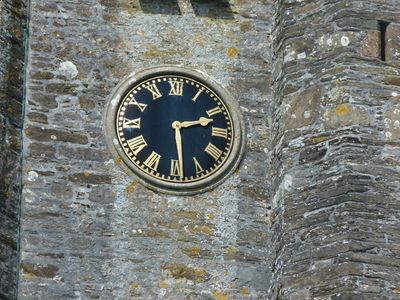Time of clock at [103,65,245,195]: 2:28
